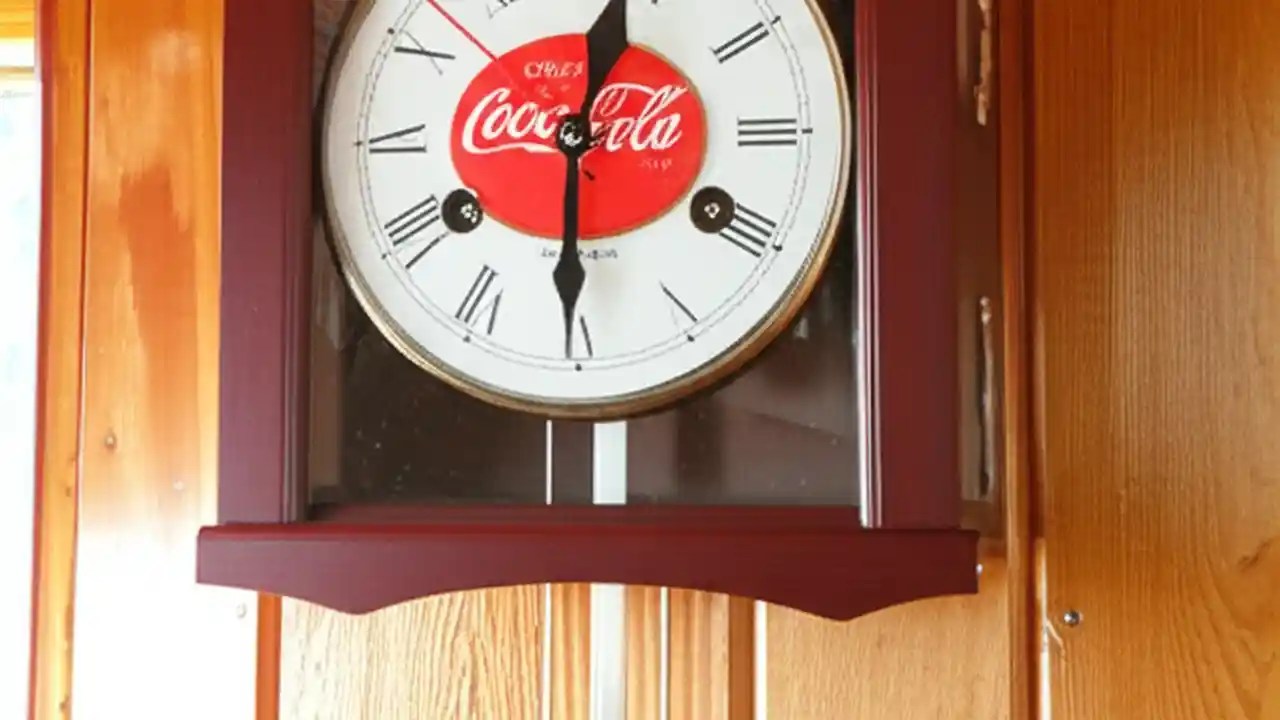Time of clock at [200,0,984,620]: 12:30
